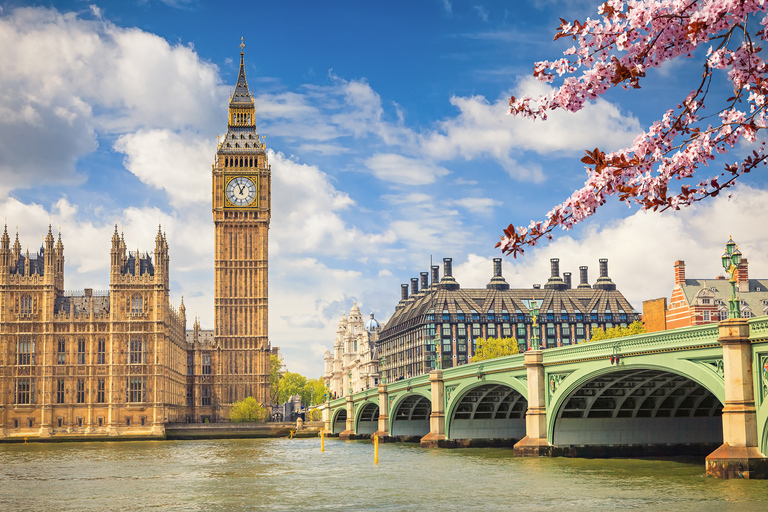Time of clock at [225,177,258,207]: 12:56
